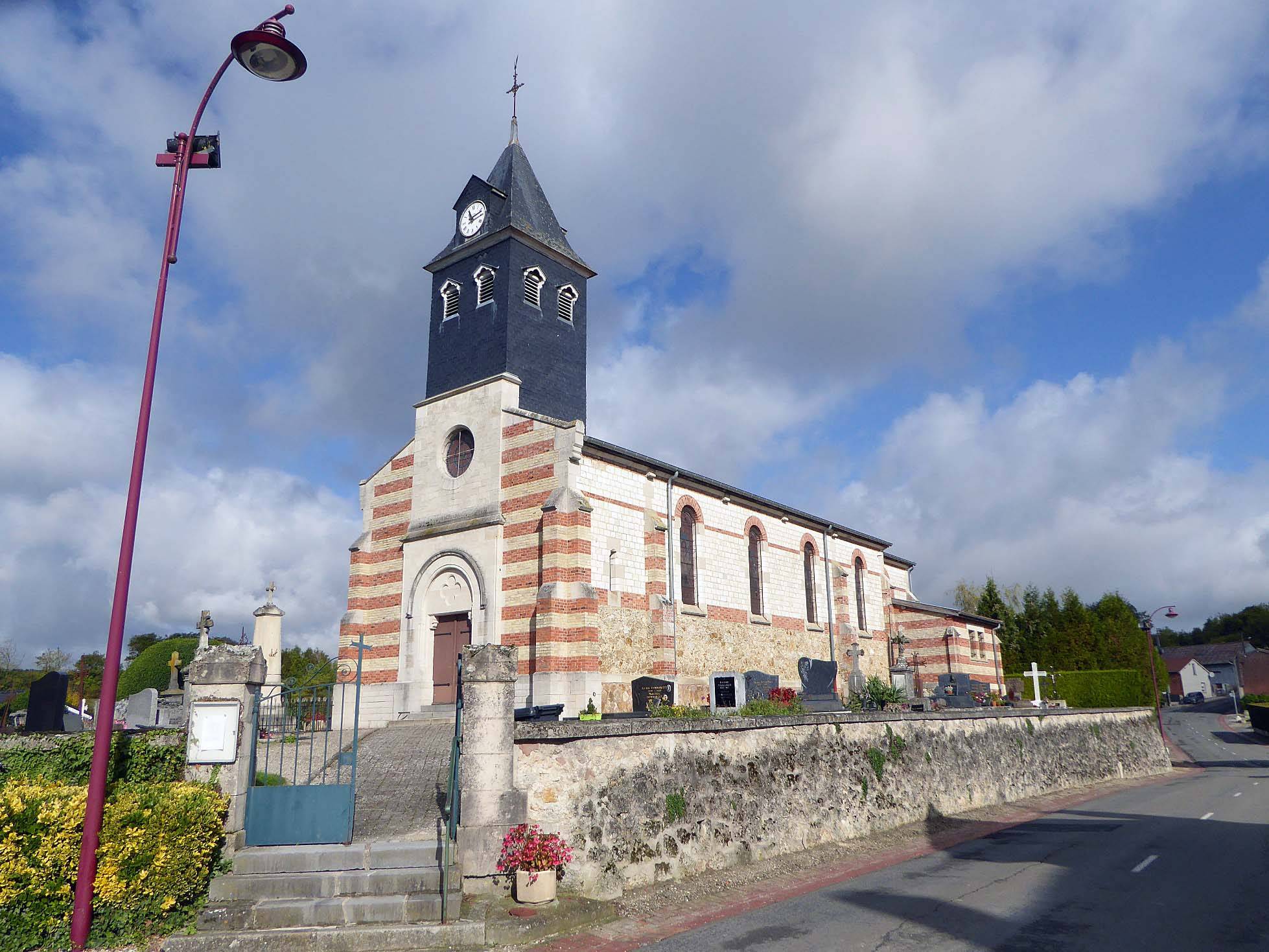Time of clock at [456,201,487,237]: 11:12
